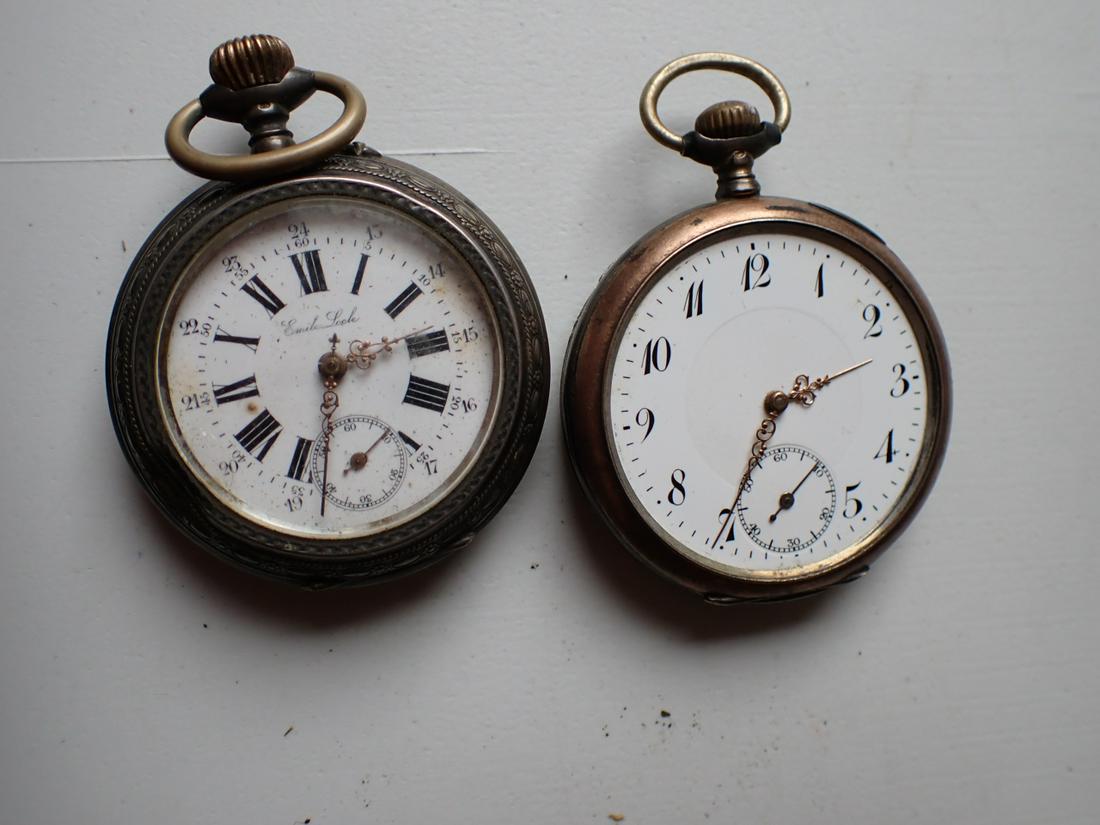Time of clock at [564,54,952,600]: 2:35
